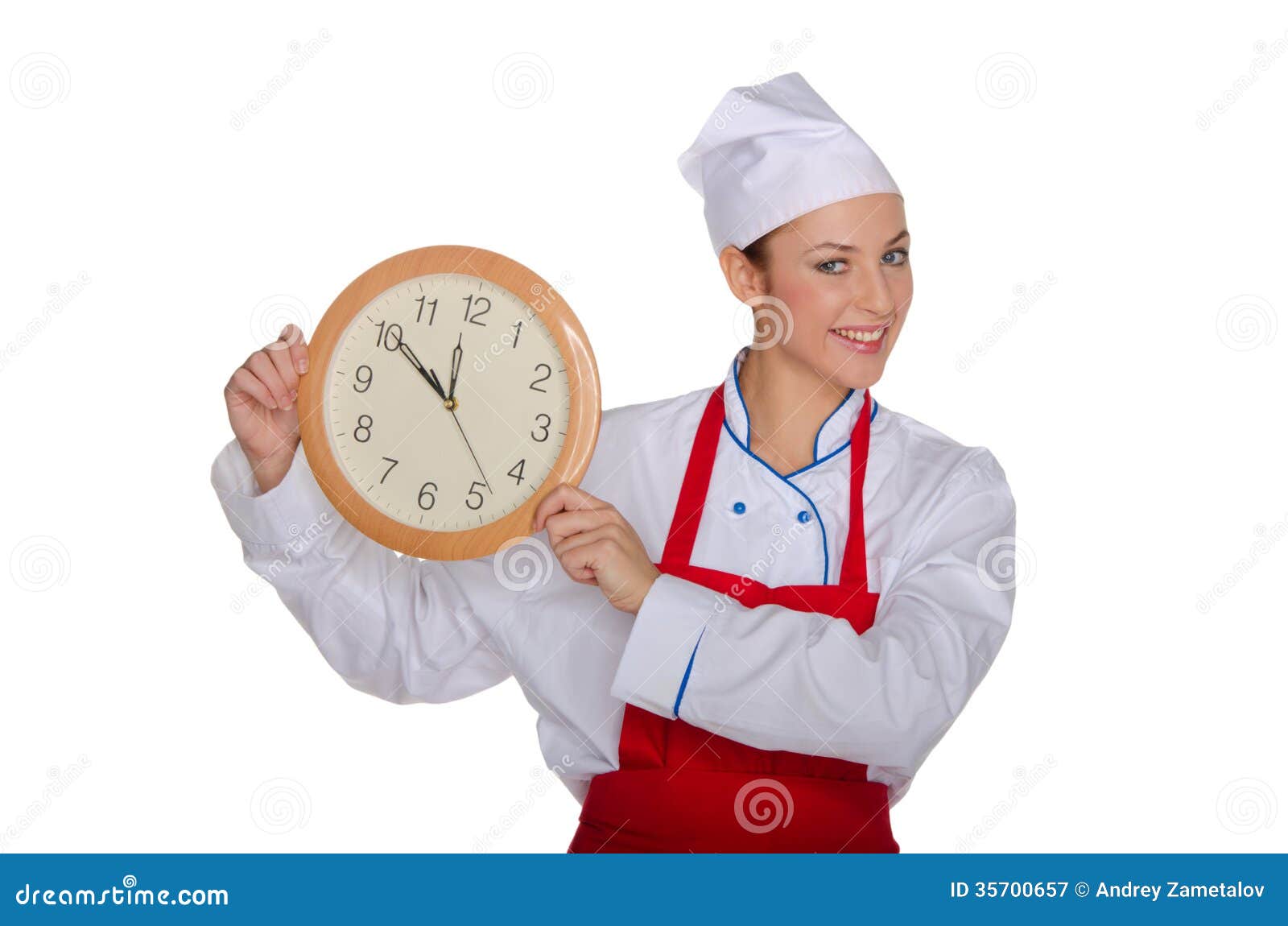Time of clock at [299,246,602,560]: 11:50
